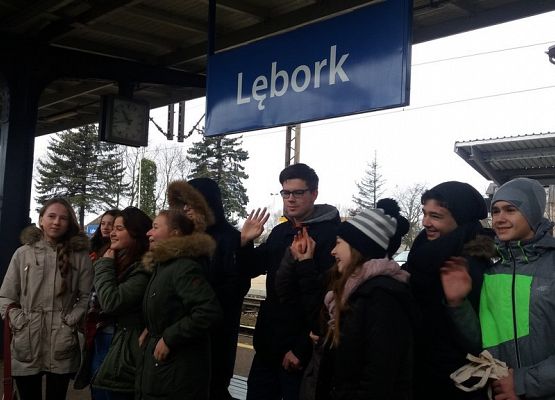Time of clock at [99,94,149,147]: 10:42
